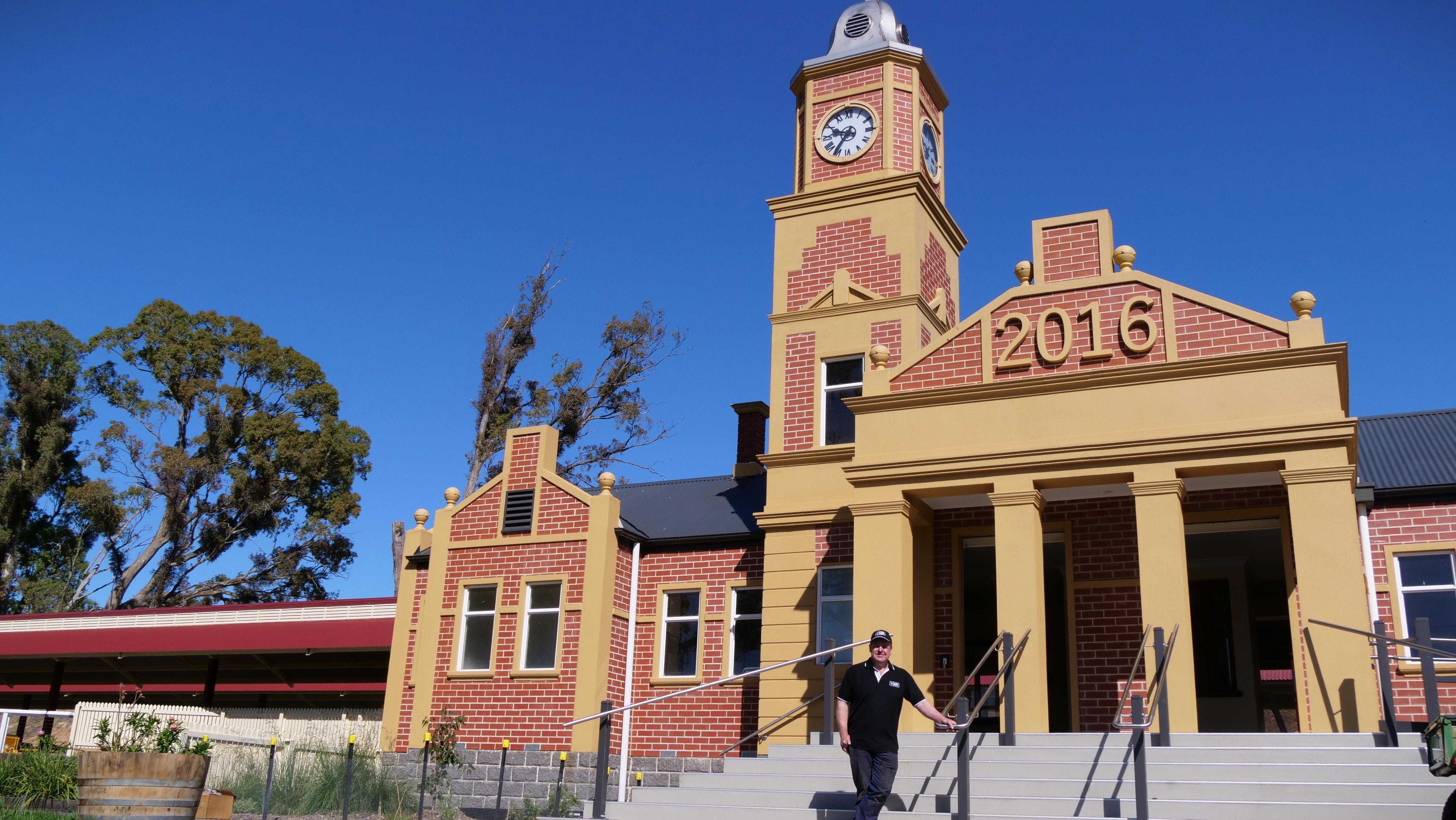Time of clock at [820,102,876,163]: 9:35
